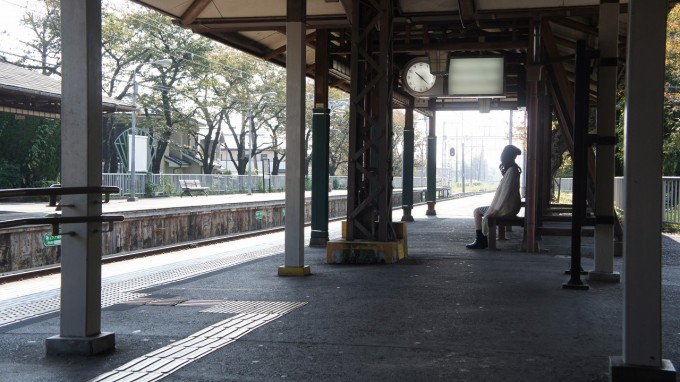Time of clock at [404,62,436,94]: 10:22
